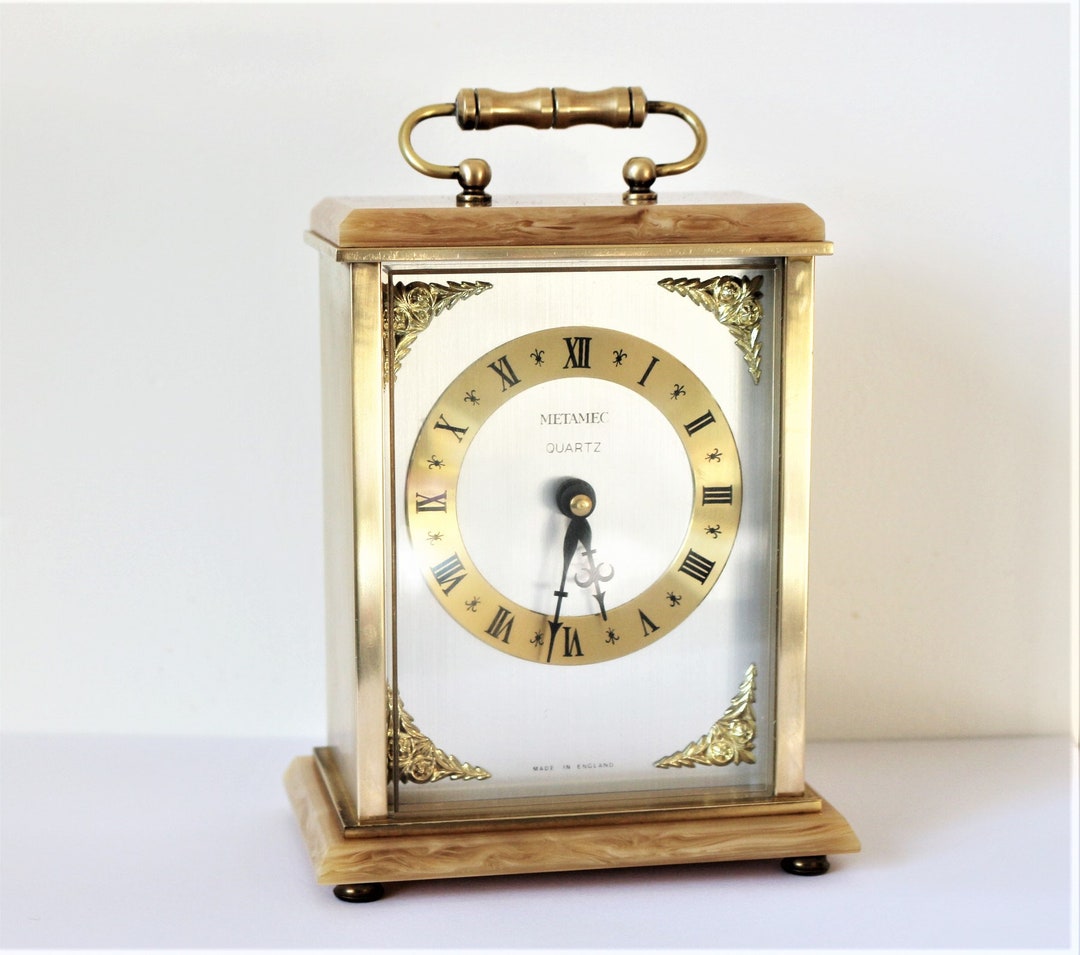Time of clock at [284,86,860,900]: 5:32
